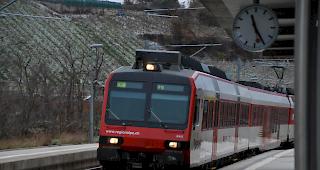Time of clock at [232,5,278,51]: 11:25
